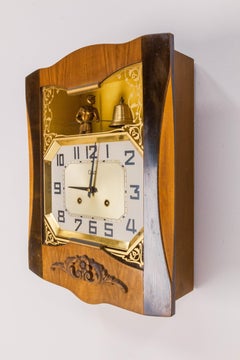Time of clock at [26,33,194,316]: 9:01
